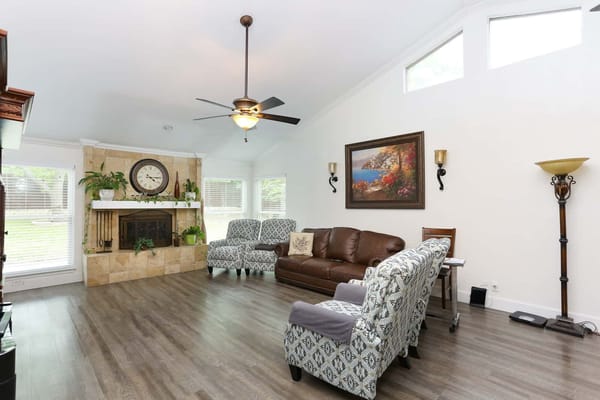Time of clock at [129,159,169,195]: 4:14
